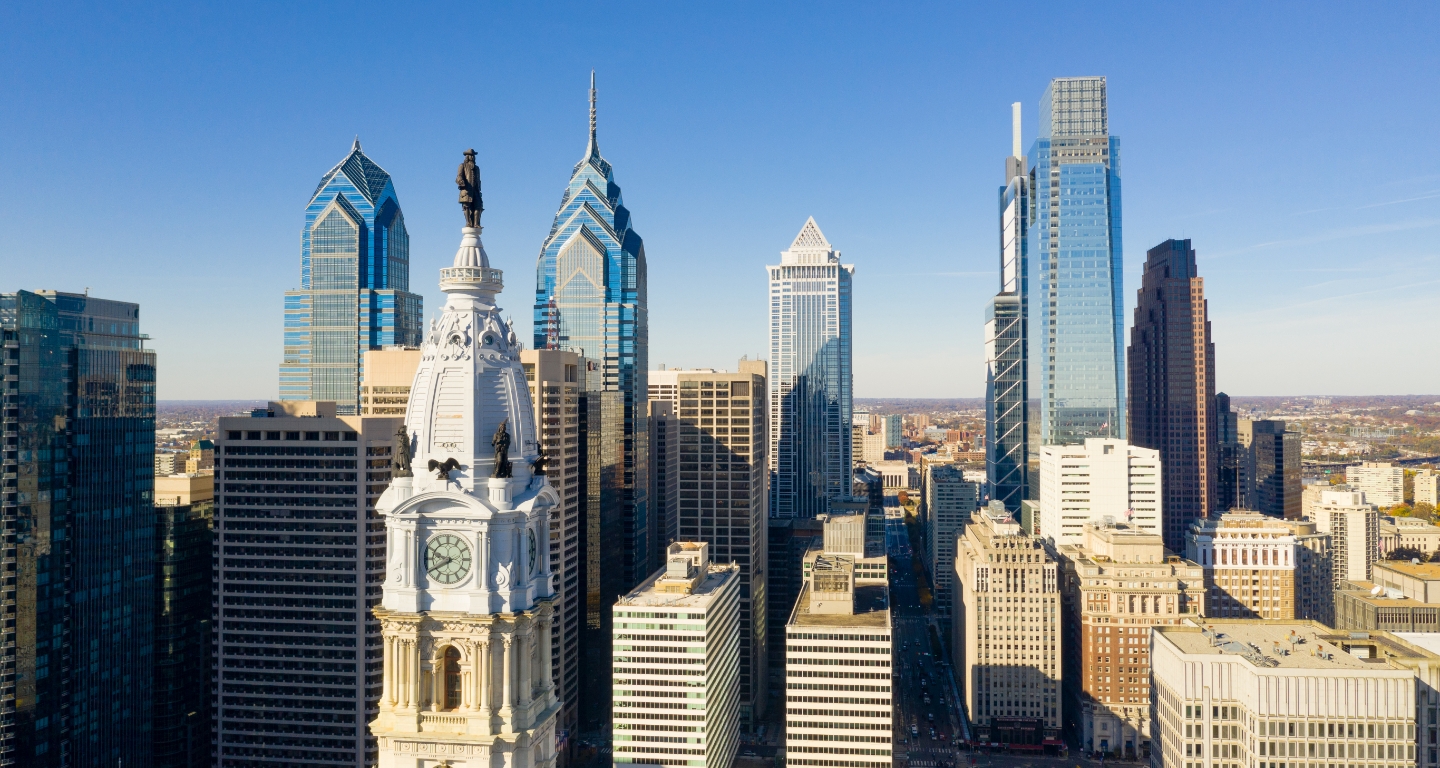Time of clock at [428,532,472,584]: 9:40
